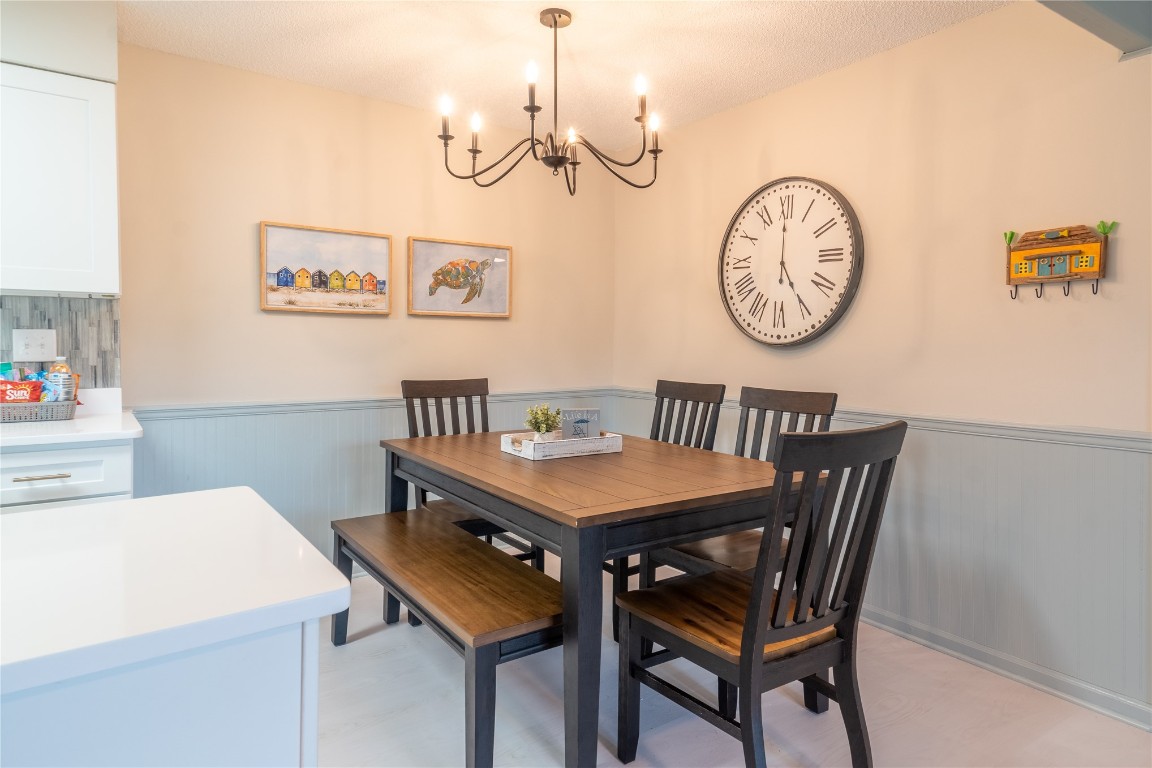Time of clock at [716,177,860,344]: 5:00
